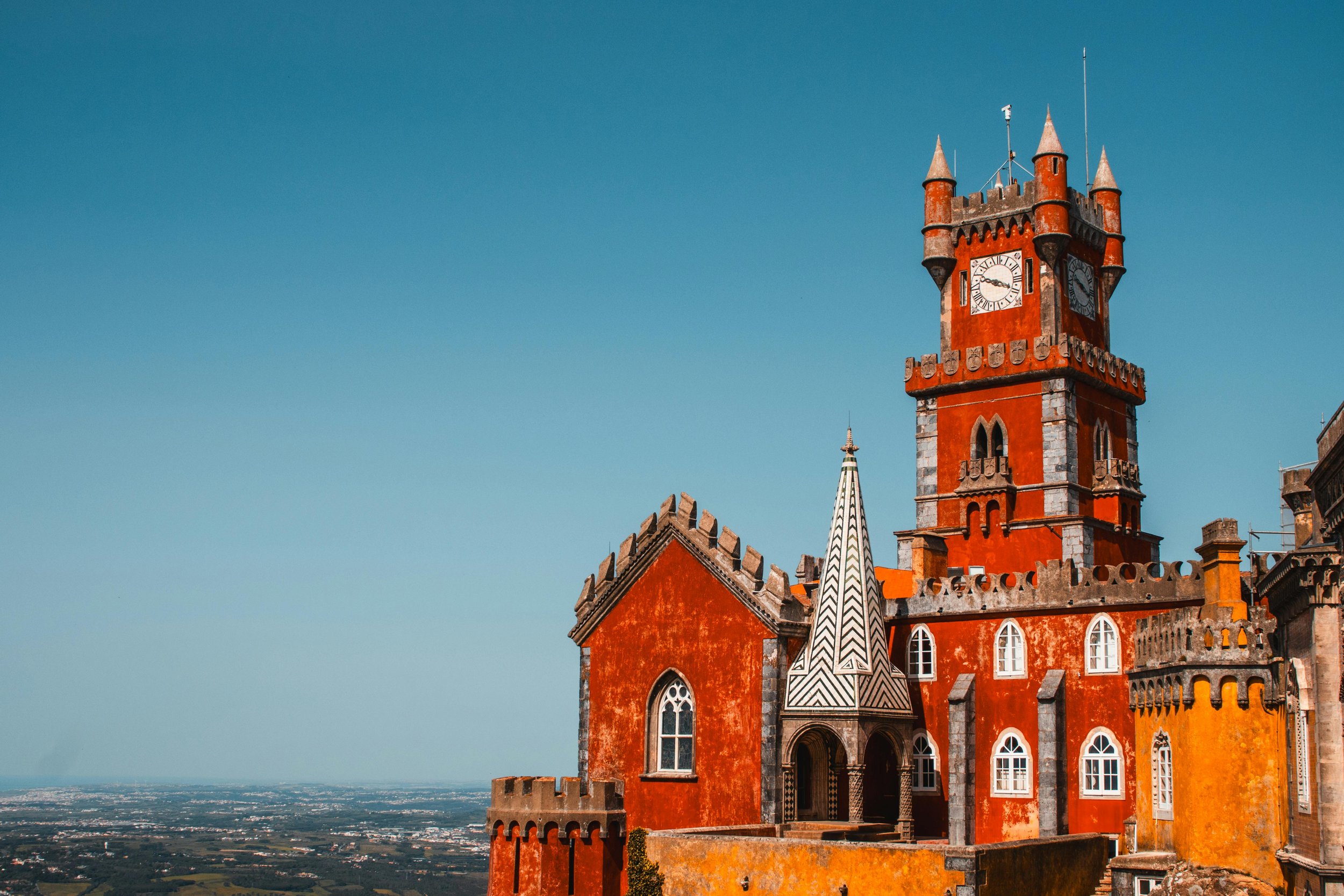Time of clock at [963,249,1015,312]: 9:18
